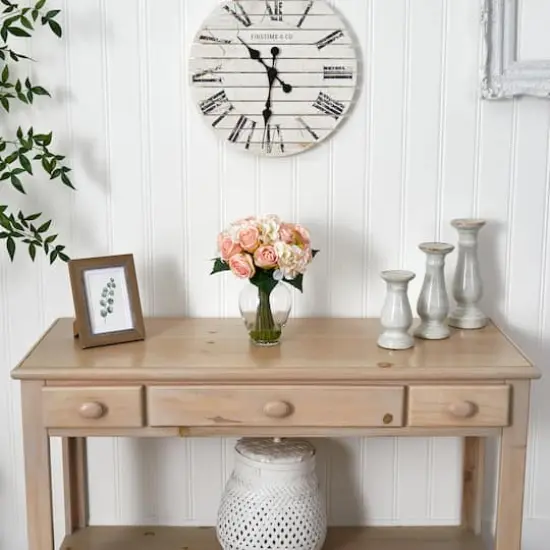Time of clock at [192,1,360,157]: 10:31
